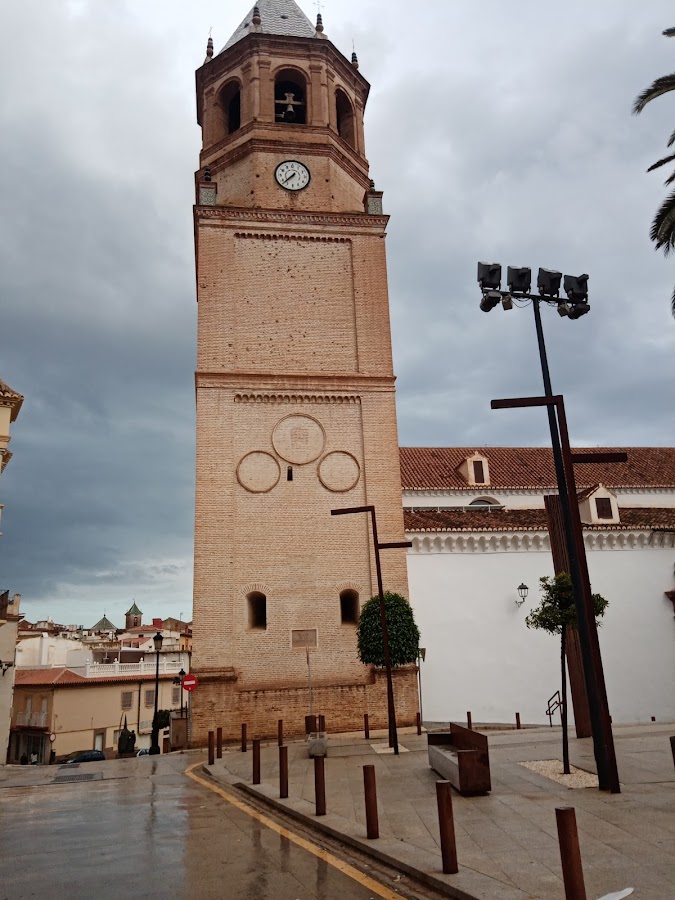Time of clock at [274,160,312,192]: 7:37
